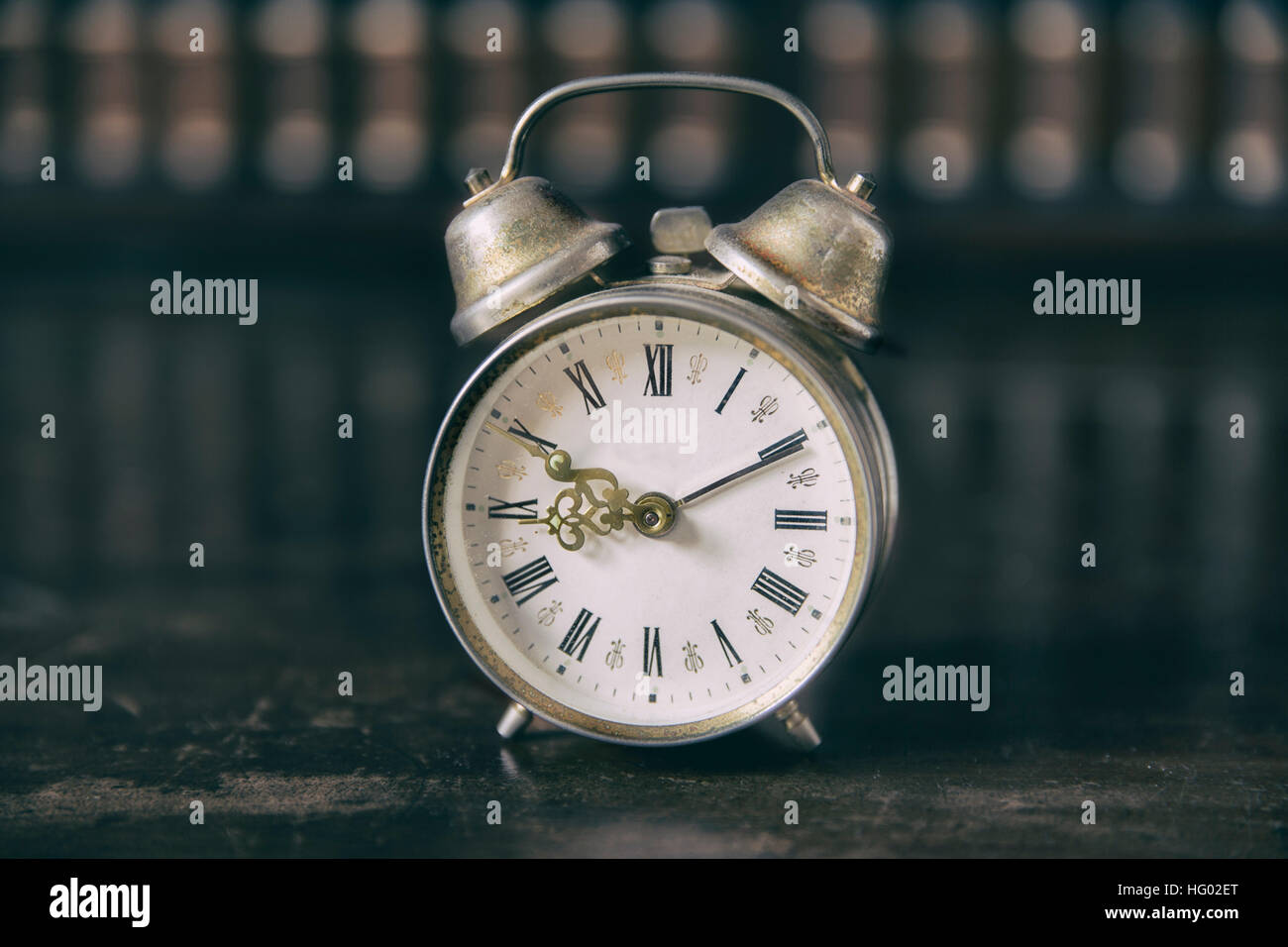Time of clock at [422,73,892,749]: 9:10
